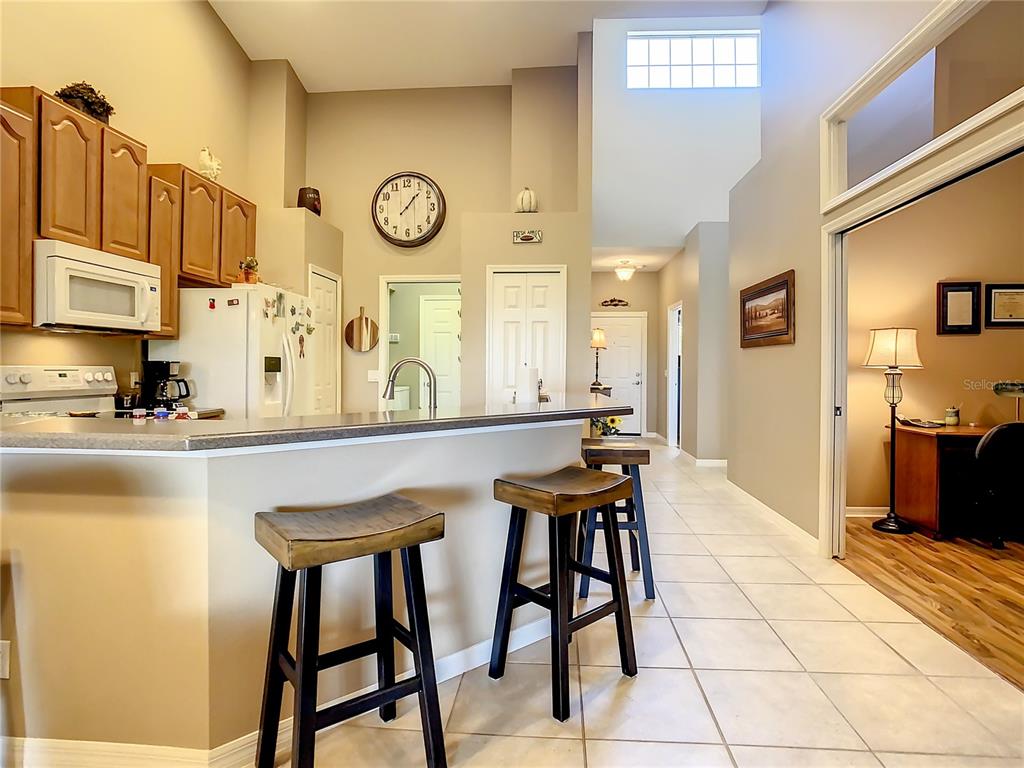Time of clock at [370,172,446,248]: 1:07
